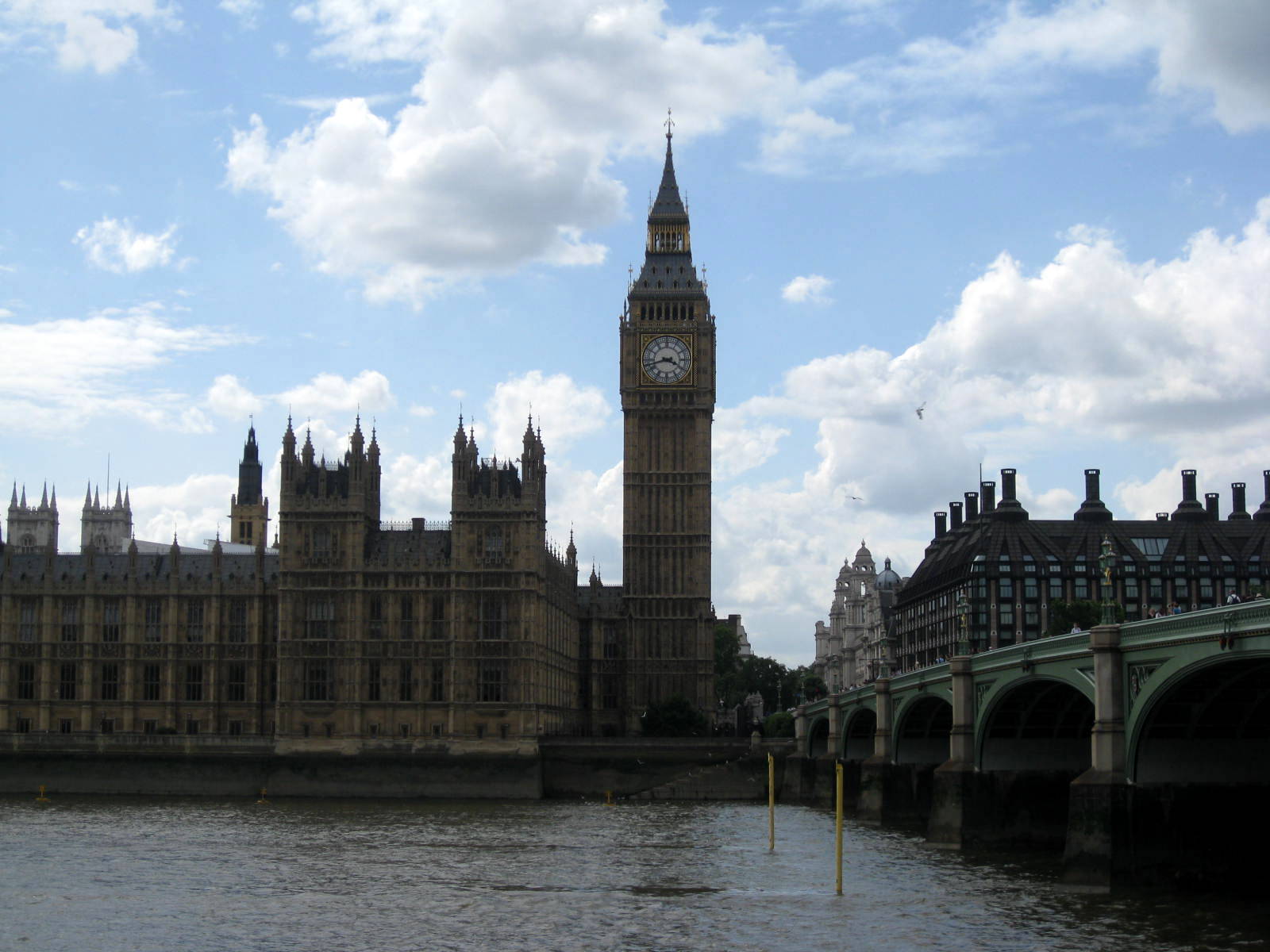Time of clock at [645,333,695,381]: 3:42
